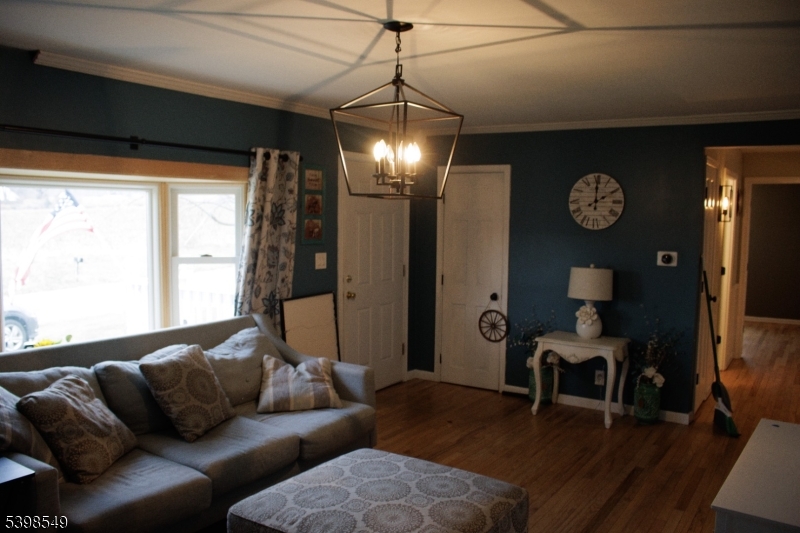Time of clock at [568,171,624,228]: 2:00
